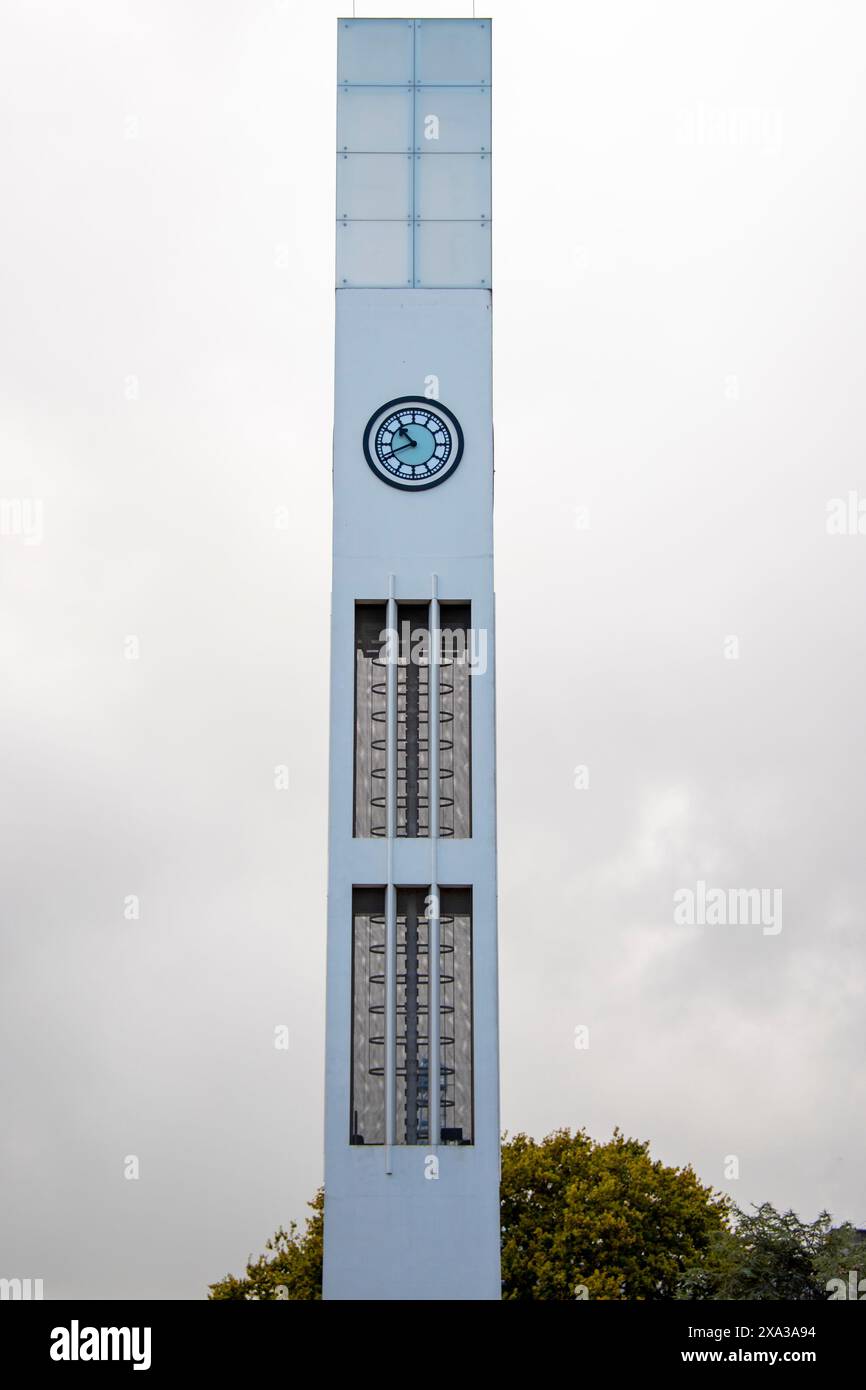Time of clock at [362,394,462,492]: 10:40
